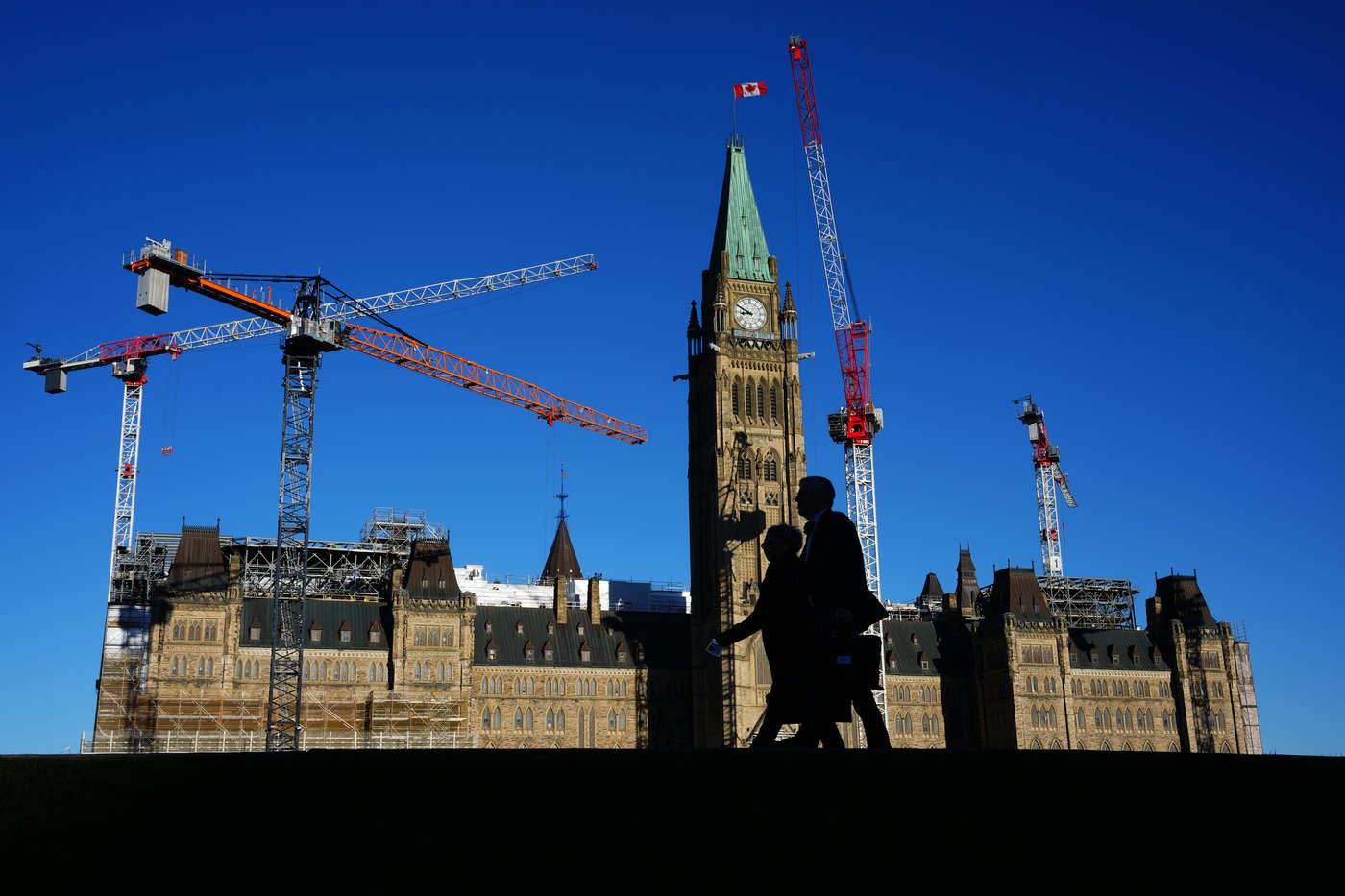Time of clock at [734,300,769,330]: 8:49
